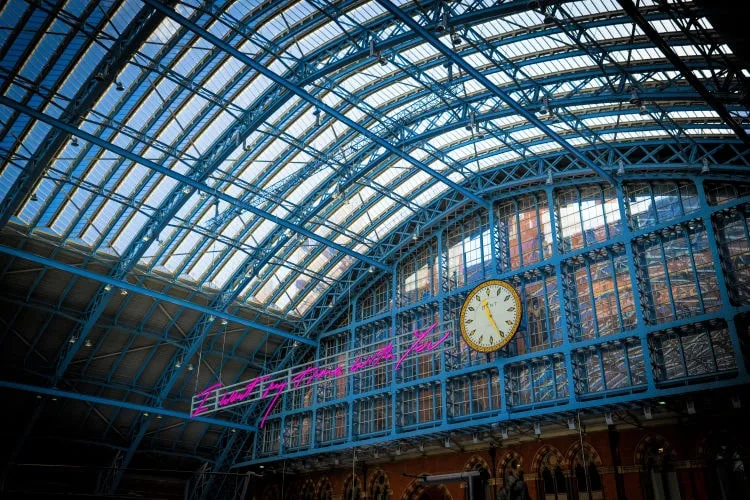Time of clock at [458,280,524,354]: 11:25
